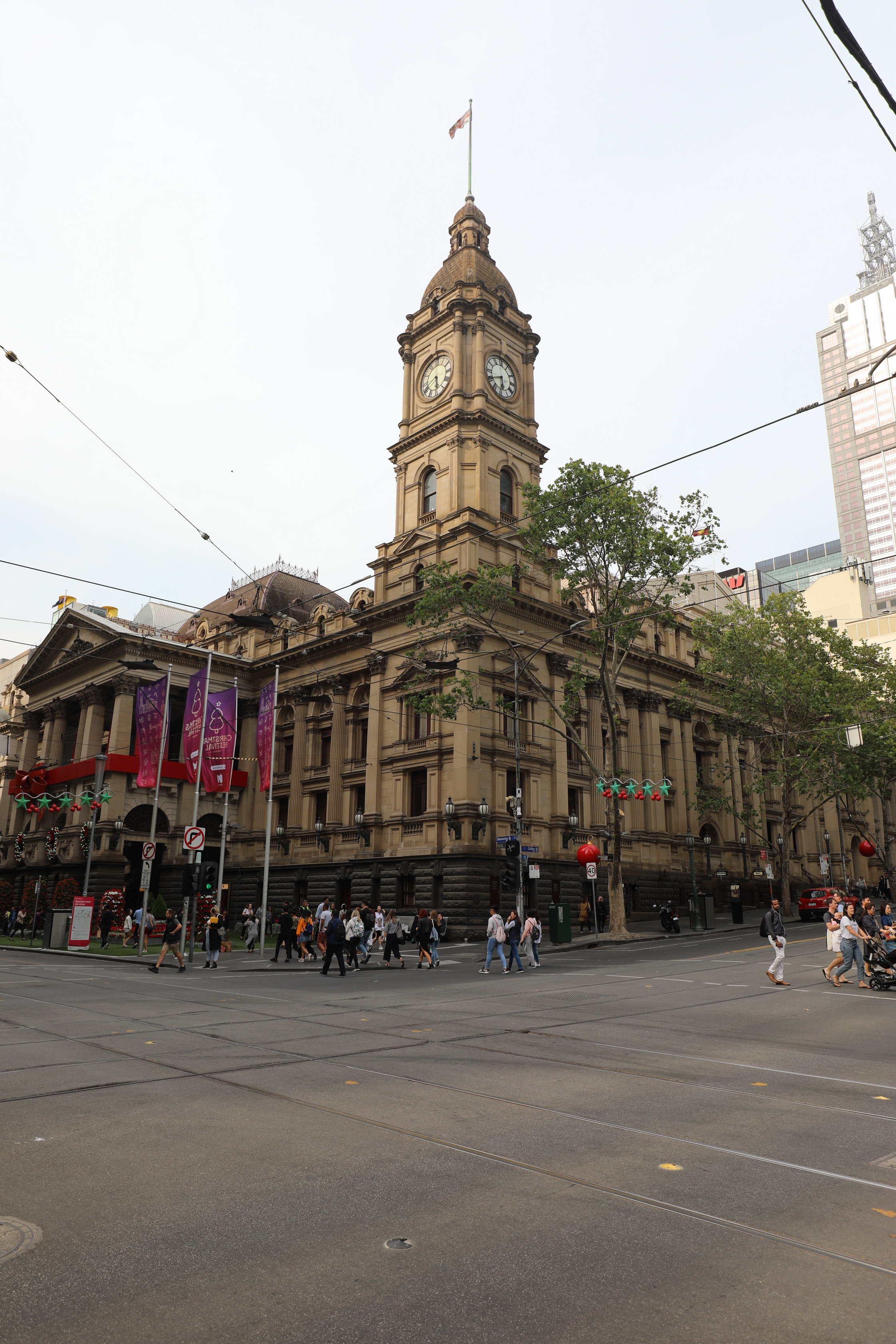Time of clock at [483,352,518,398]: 5:40
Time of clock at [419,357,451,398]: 5:40
